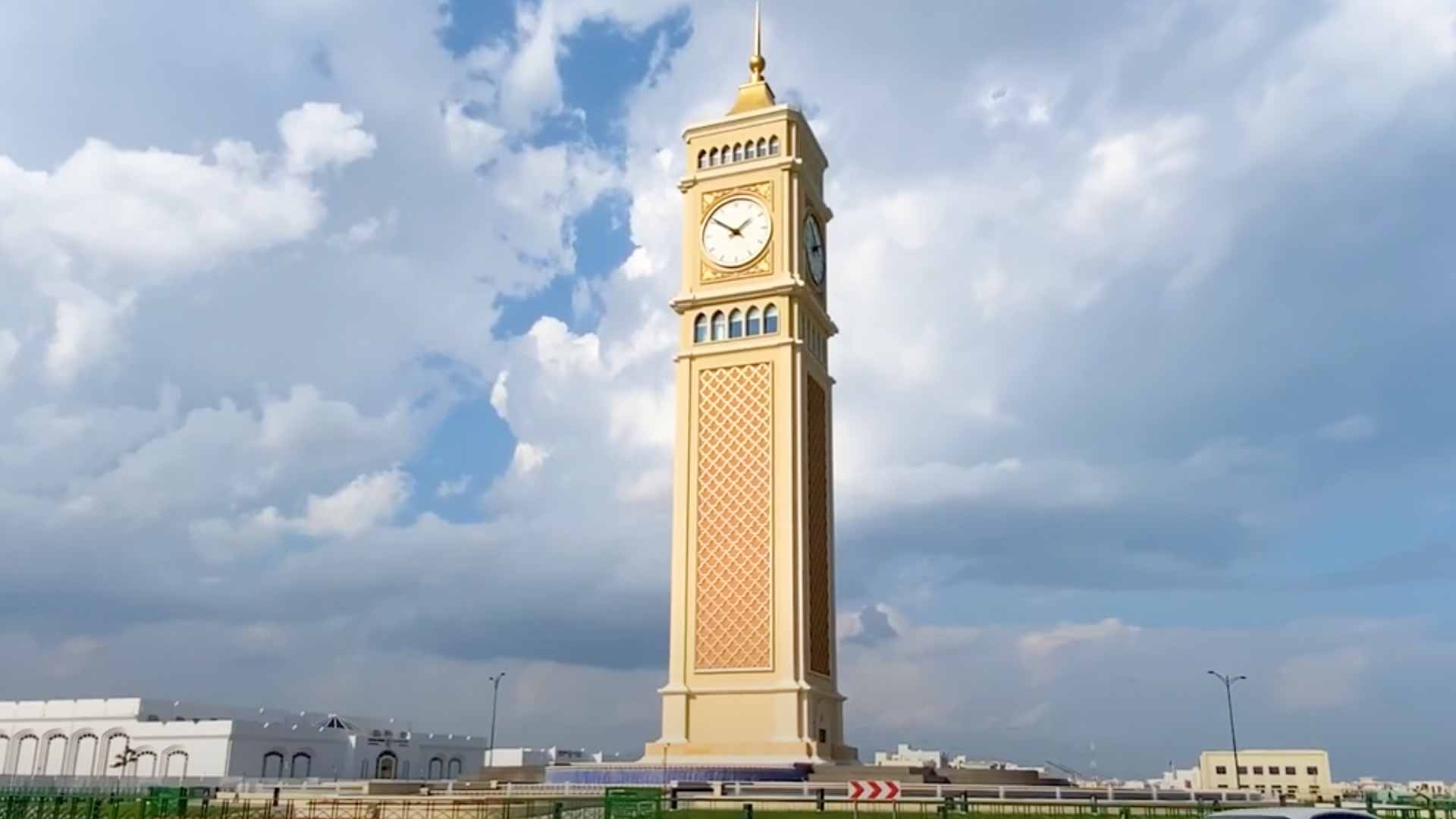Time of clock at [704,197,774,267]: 1:50
